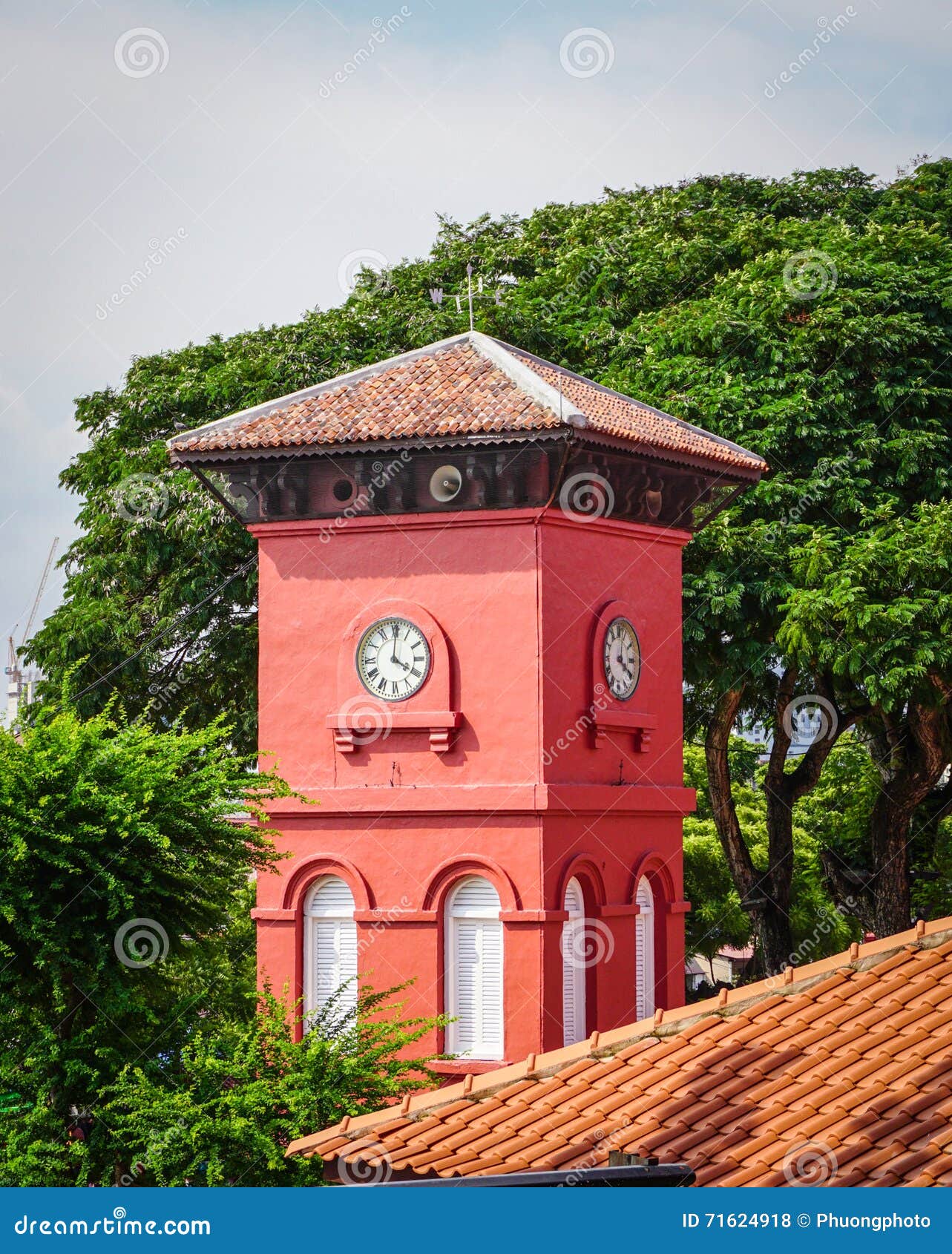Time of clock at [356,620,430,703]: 4:00
